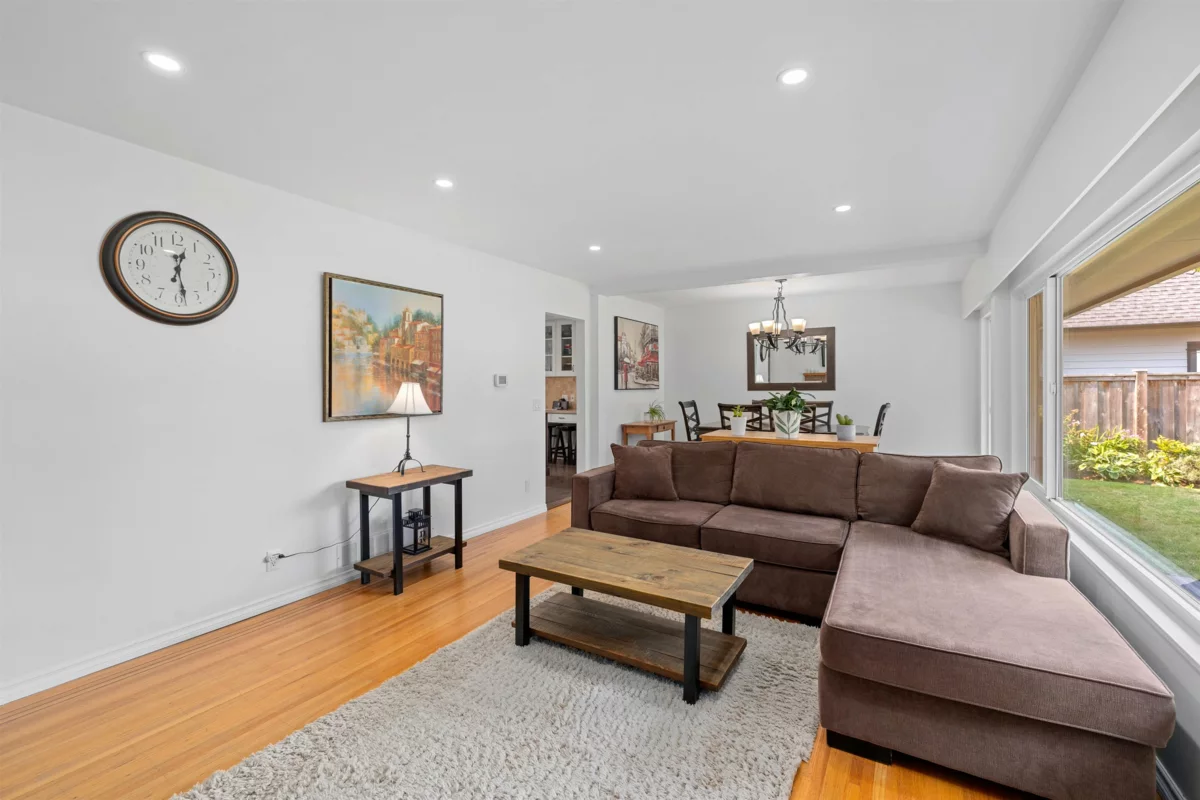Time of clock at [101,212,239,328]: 12:28
